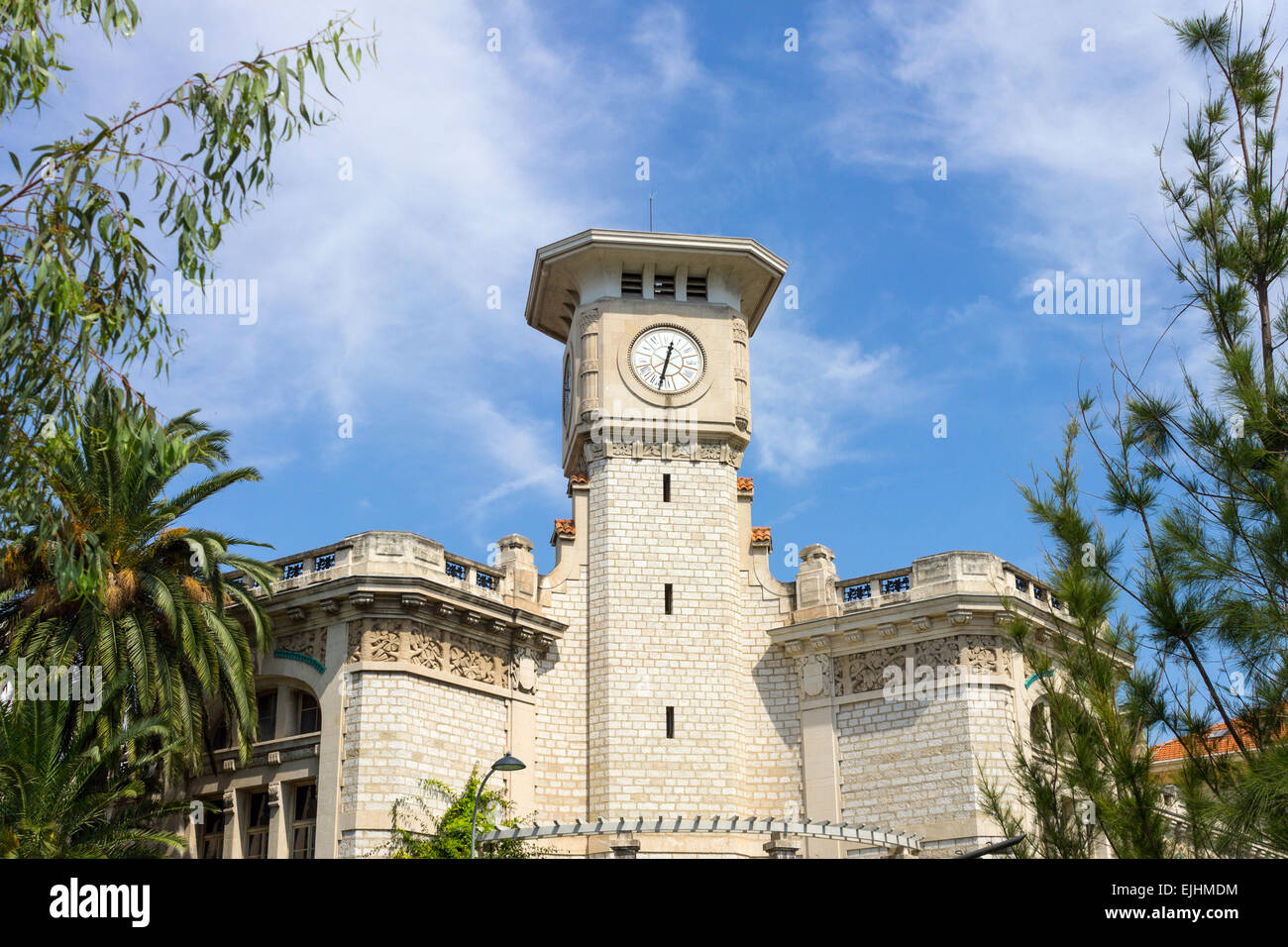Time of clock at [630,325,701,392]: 12:32
